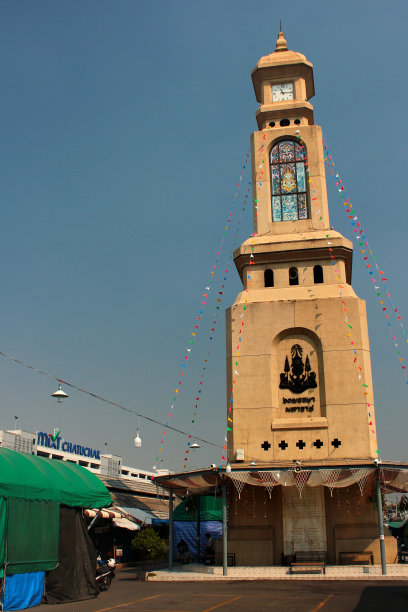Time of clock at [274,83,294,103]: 11:16
